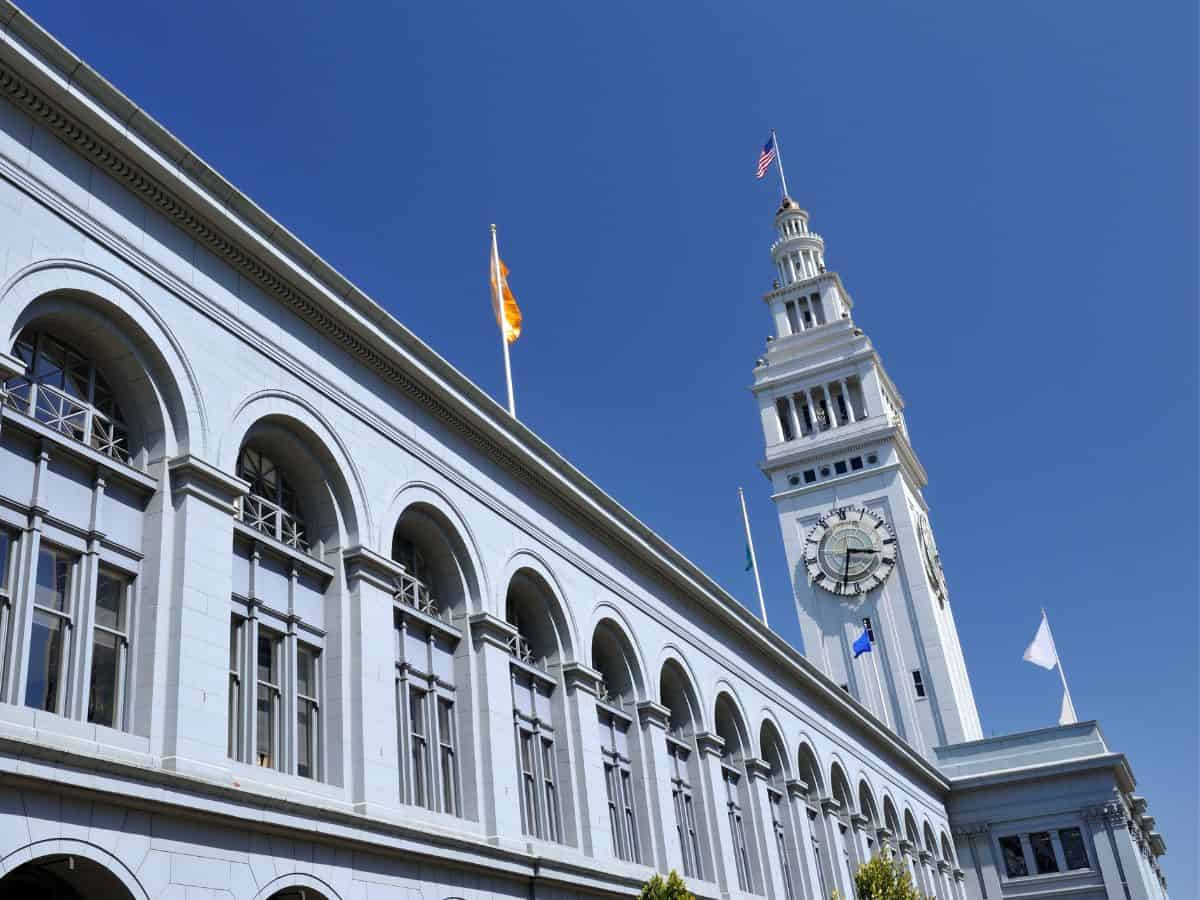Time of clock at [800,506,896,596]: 3:33
